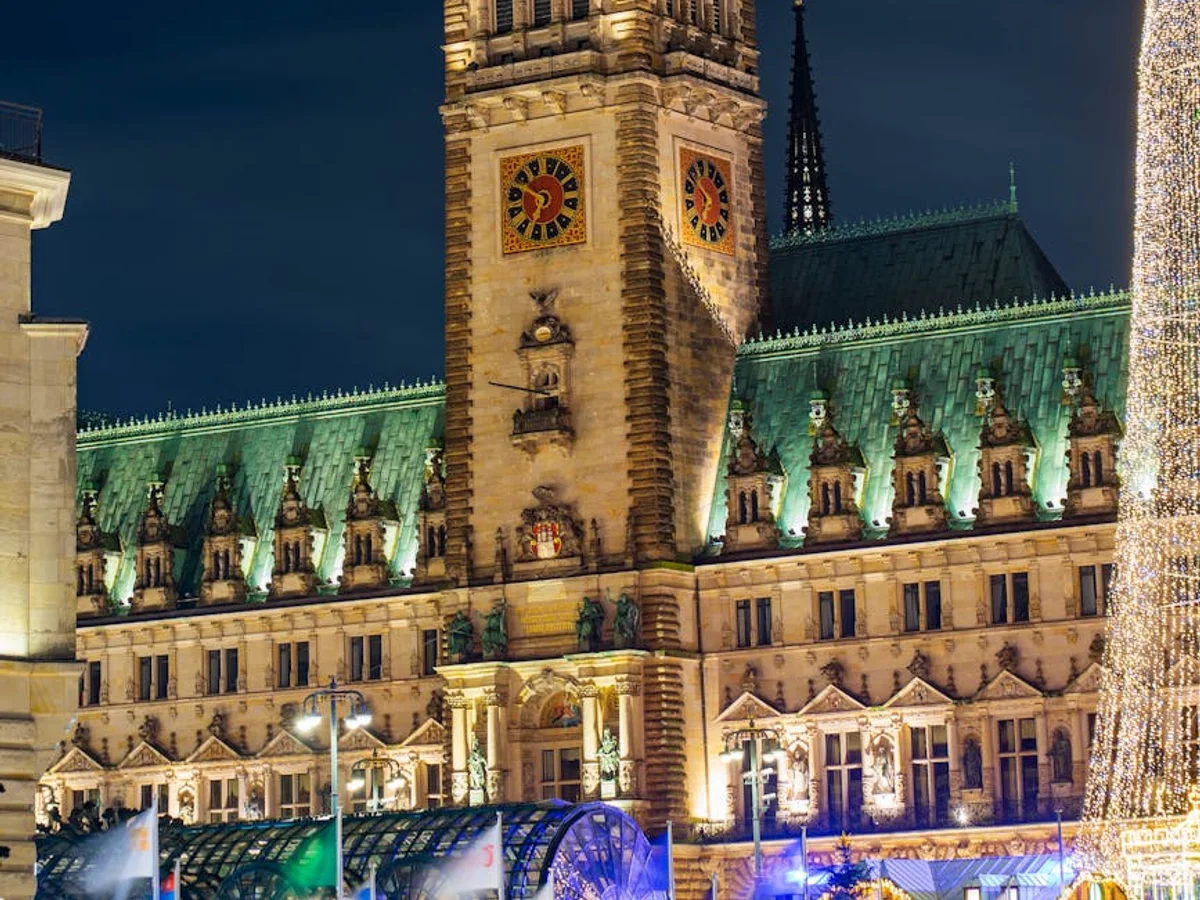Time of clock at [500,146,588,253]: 6:49
